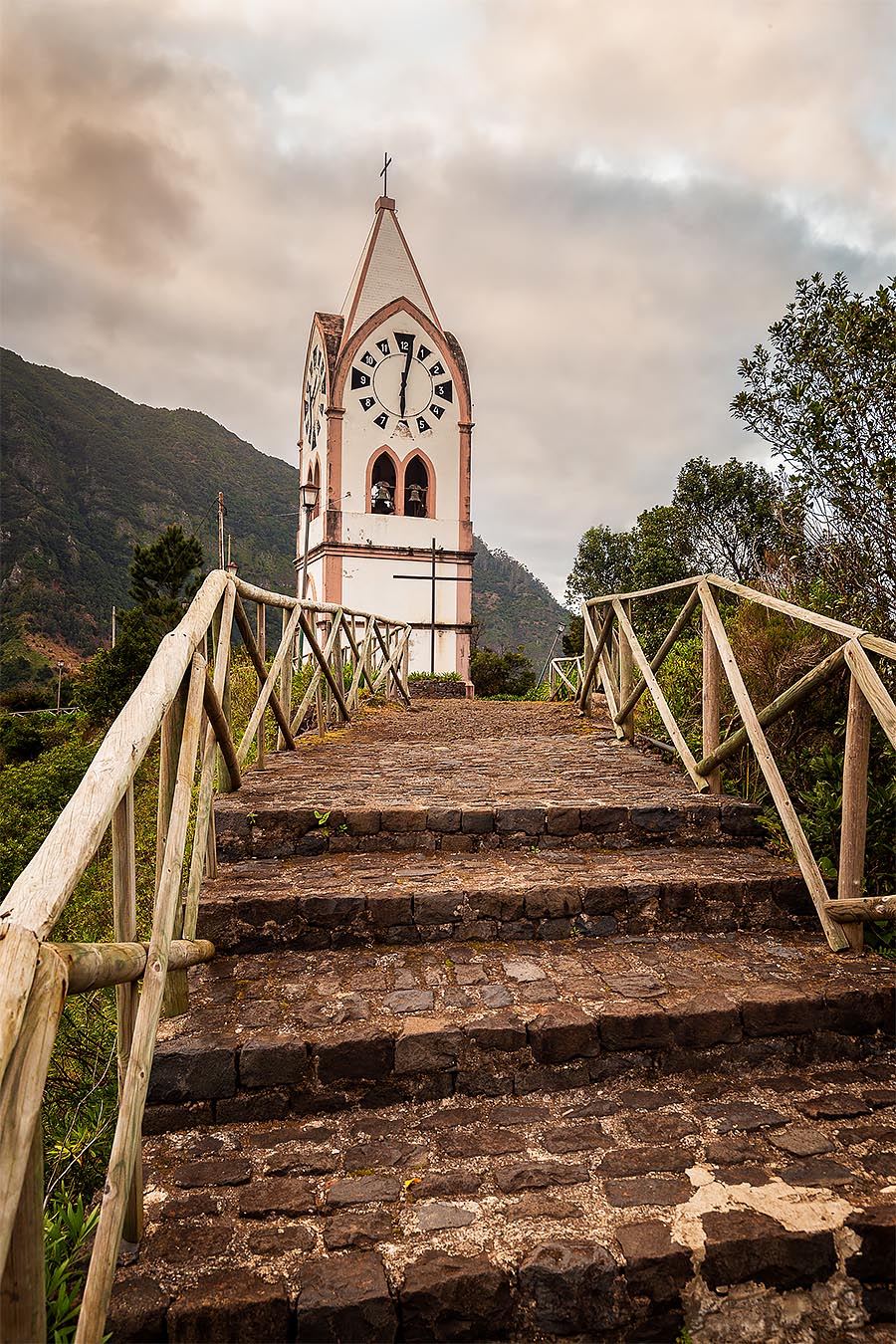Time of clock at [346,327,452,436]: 6:02
